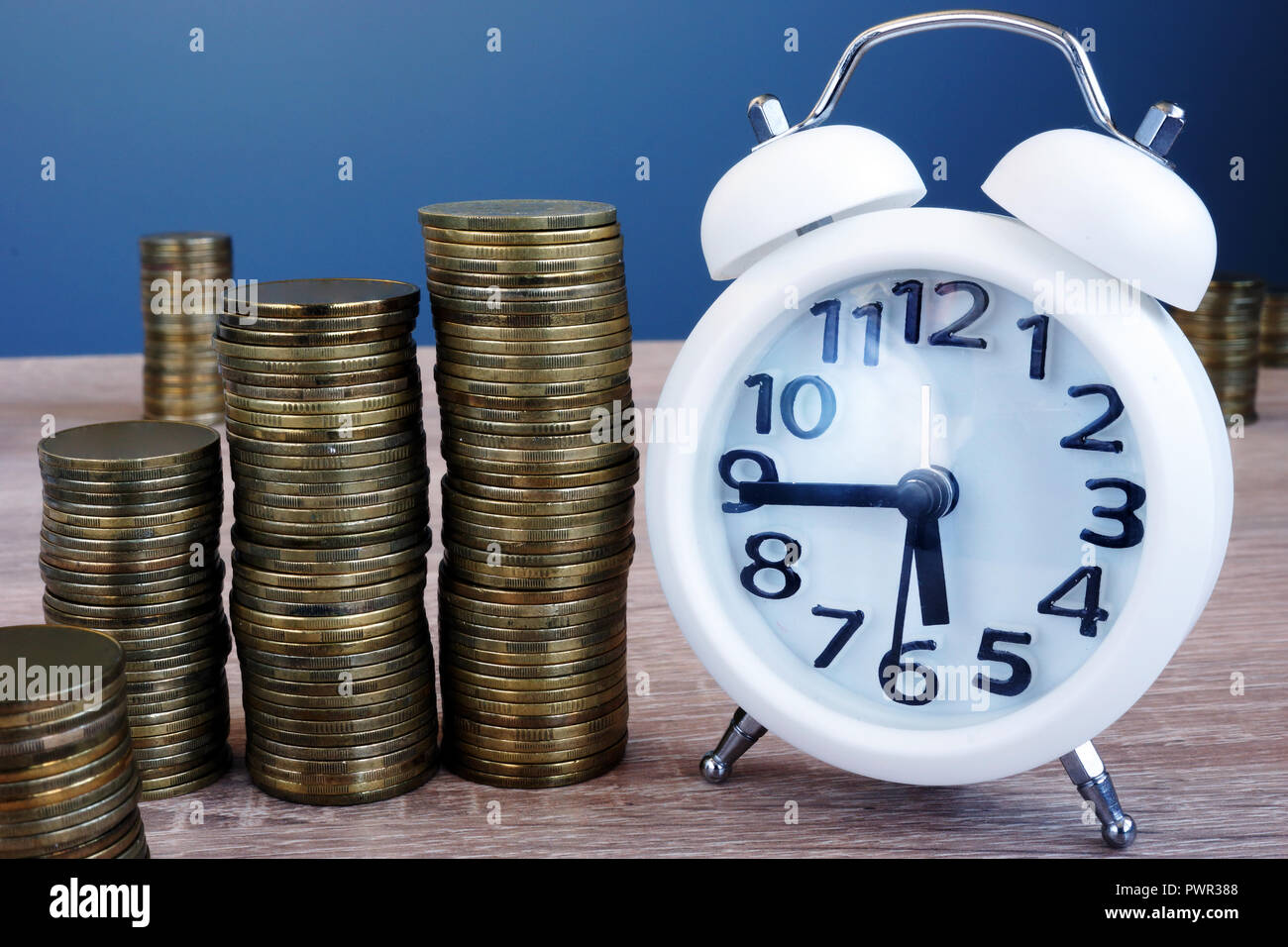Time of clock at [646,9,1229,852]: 5:44
